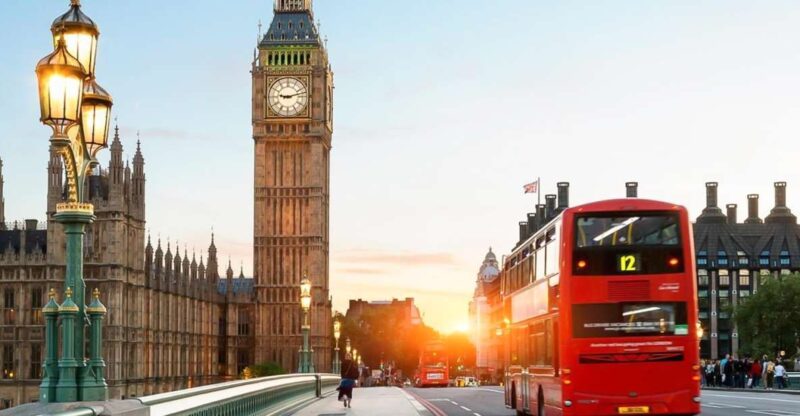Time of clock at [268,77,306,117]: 9:12
